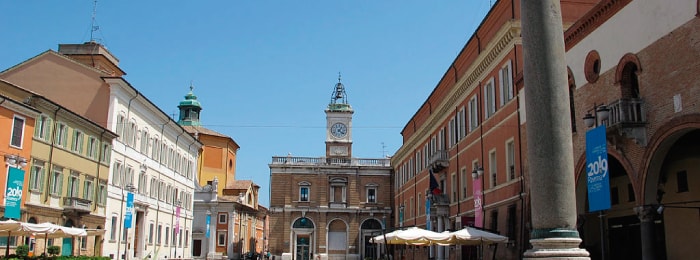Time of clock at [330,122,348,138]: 1:21
